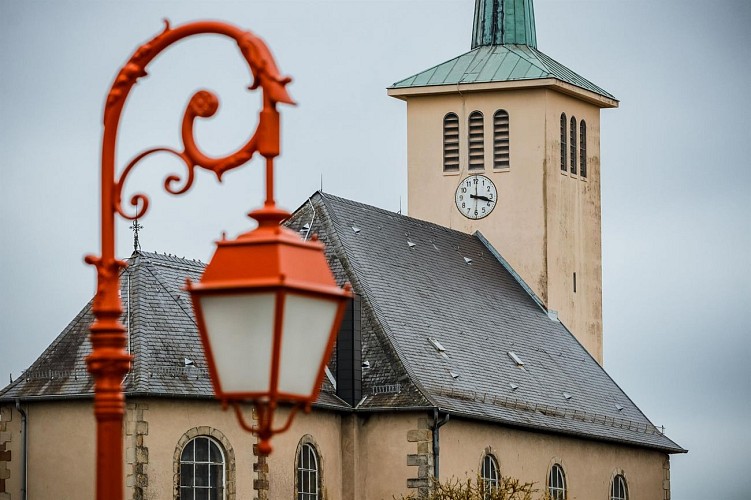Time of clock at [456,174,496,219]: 3:17
